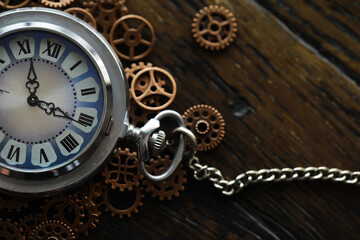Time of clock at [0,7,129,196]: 11:16
